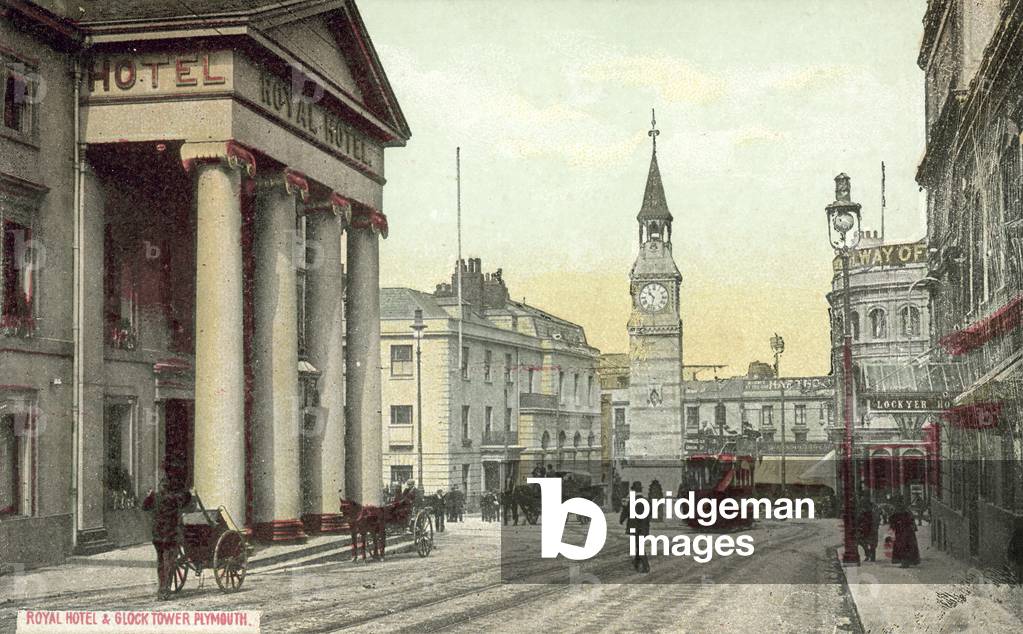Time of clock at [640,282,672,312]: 10:32
